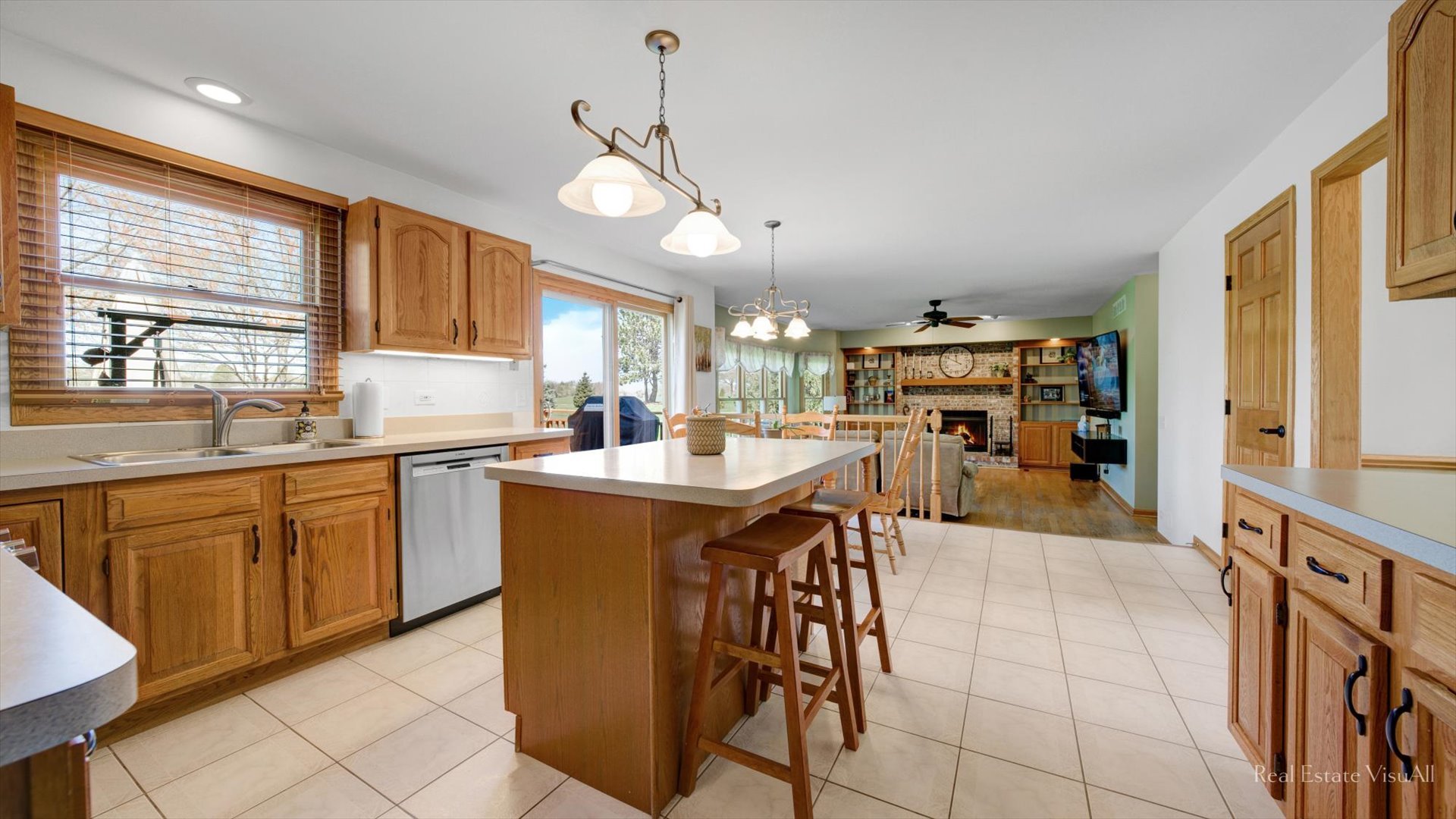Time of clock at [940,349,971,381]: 11:49
